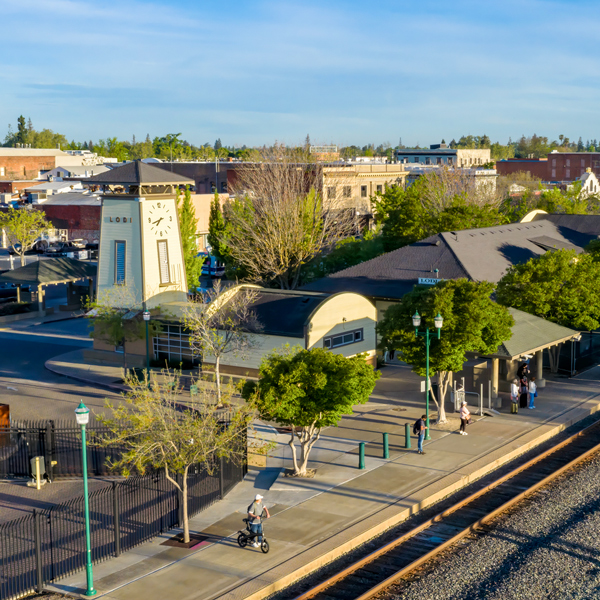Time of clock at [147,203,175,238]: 7:42
